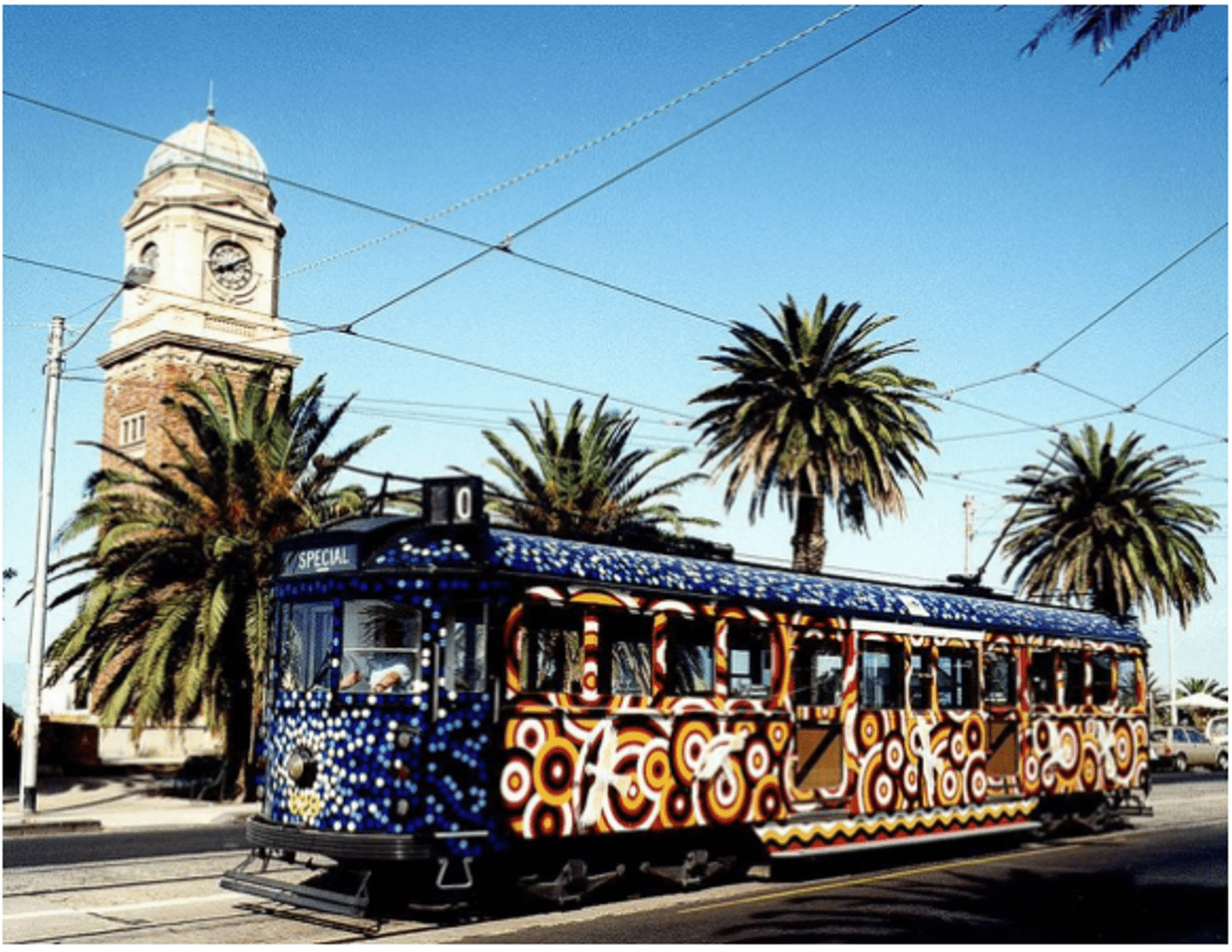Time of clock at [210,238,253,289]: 8:09
